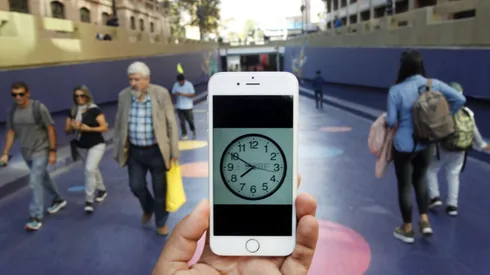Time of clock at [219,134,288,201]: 7:50
